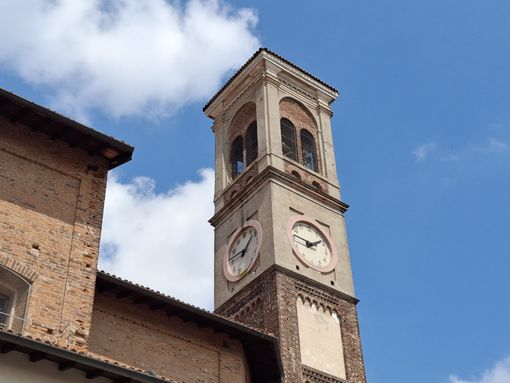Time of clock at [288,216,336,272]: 1:46
